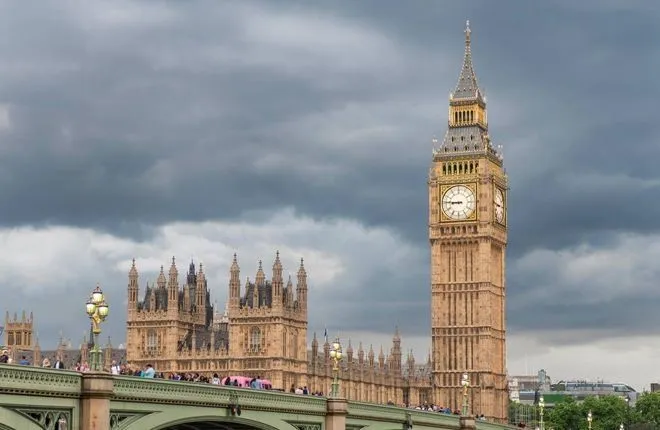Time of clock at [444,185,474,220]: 8:45
